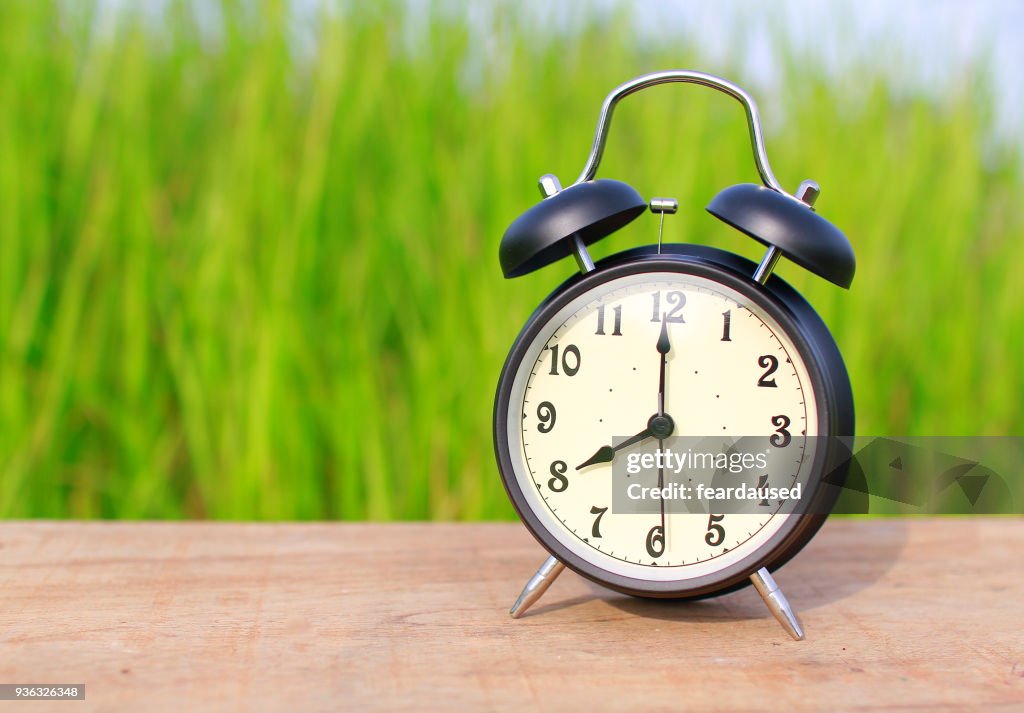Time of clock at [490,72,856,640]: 8:00
